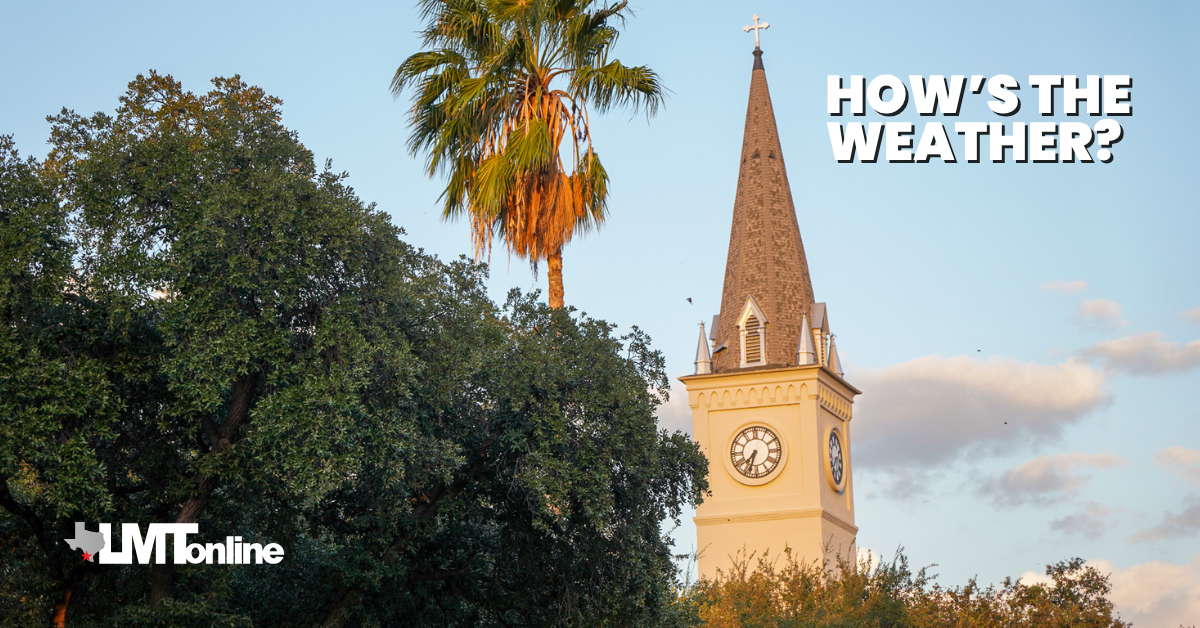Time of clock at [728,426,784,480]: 7:33
